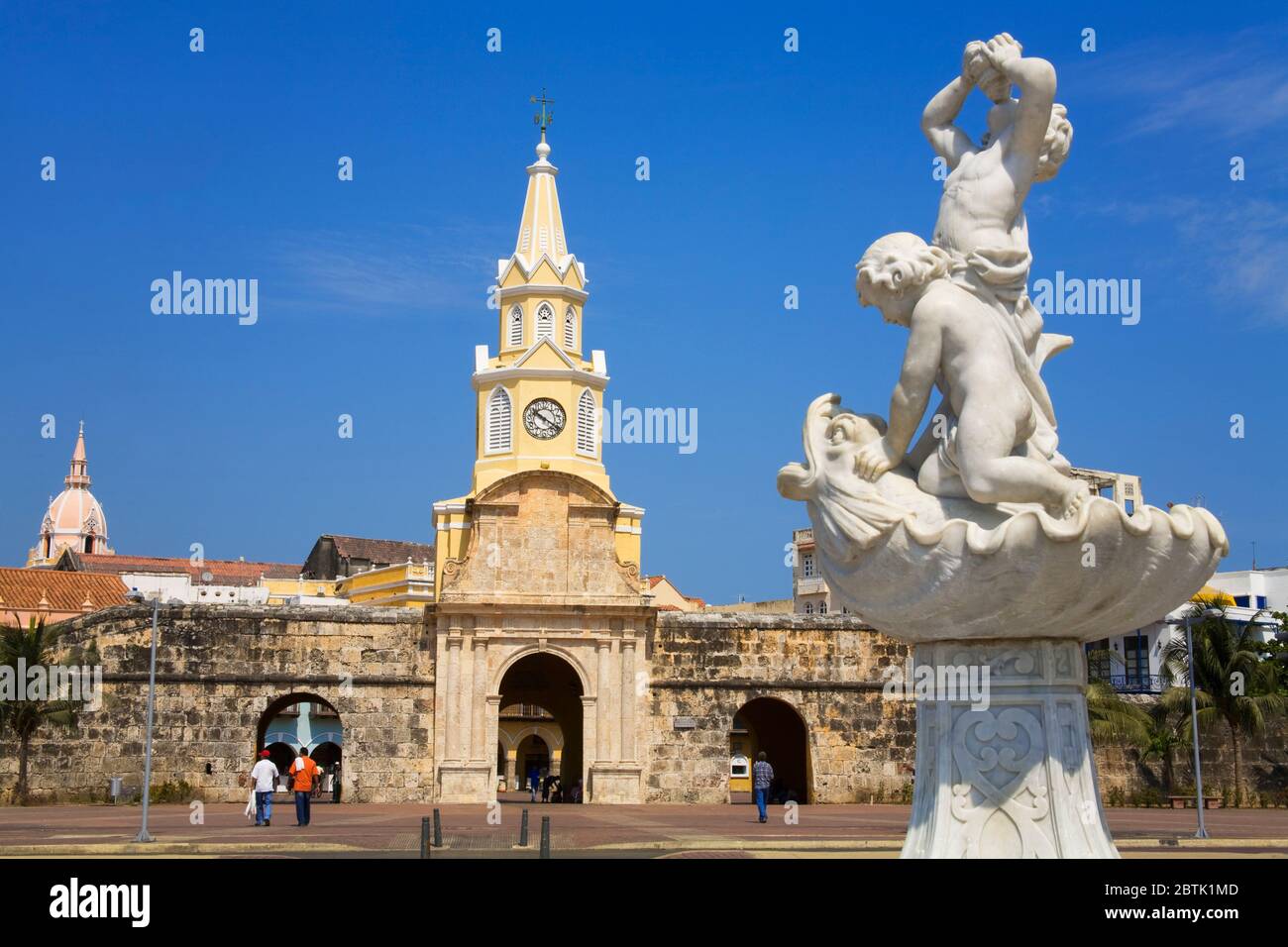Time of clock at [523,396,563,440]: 10:20
